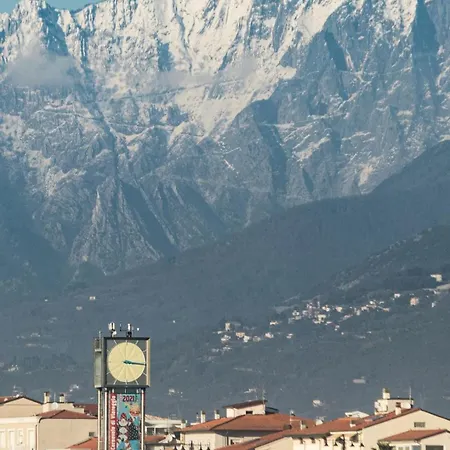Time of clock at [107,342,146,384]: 3:15
